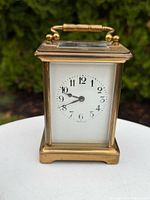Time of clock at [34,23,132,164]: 9:42
